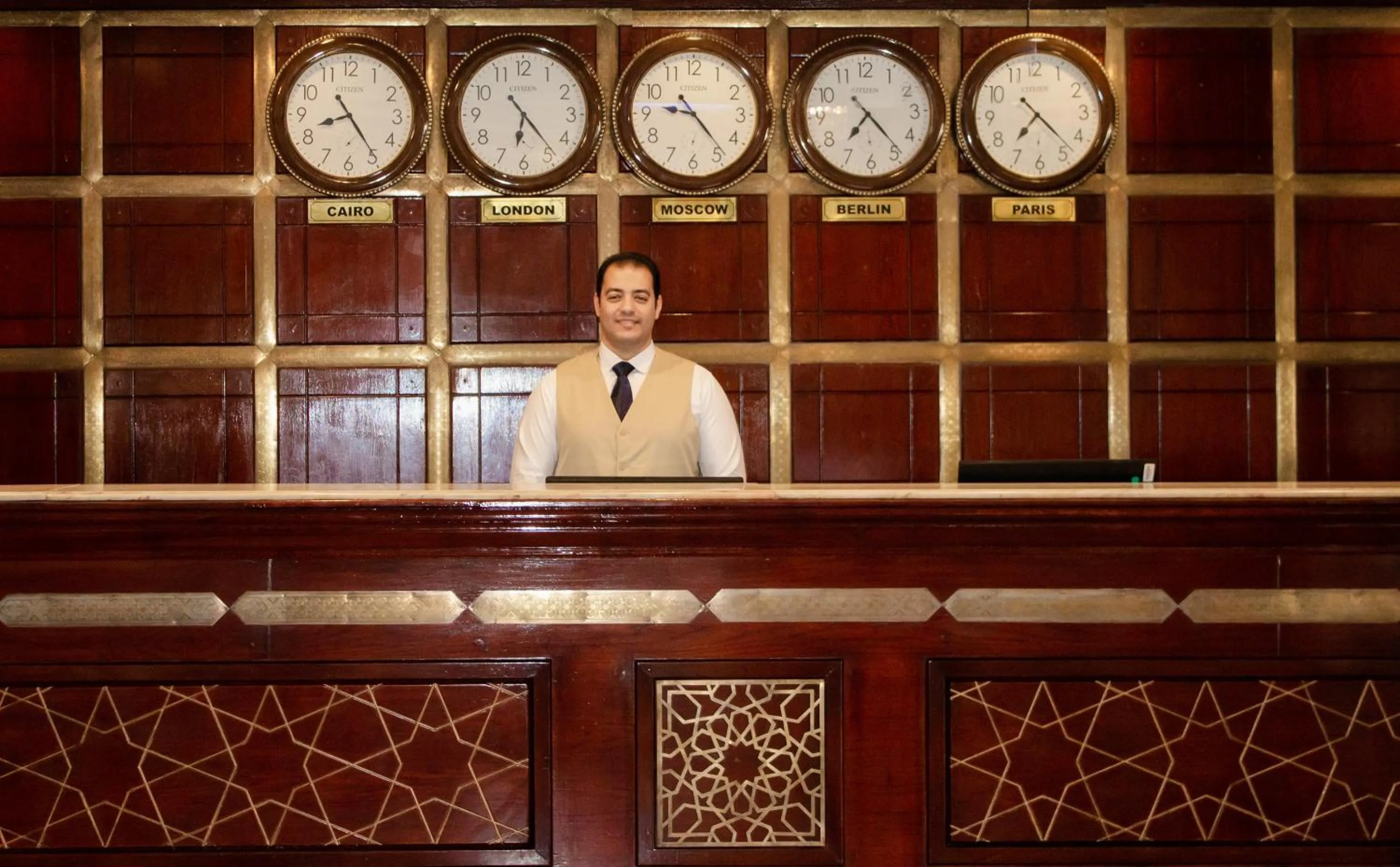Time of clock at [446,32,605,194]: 6:23
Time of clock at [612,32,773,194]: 9:23
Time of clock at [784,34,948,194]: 7:23
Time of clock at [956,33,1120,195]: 7:22
